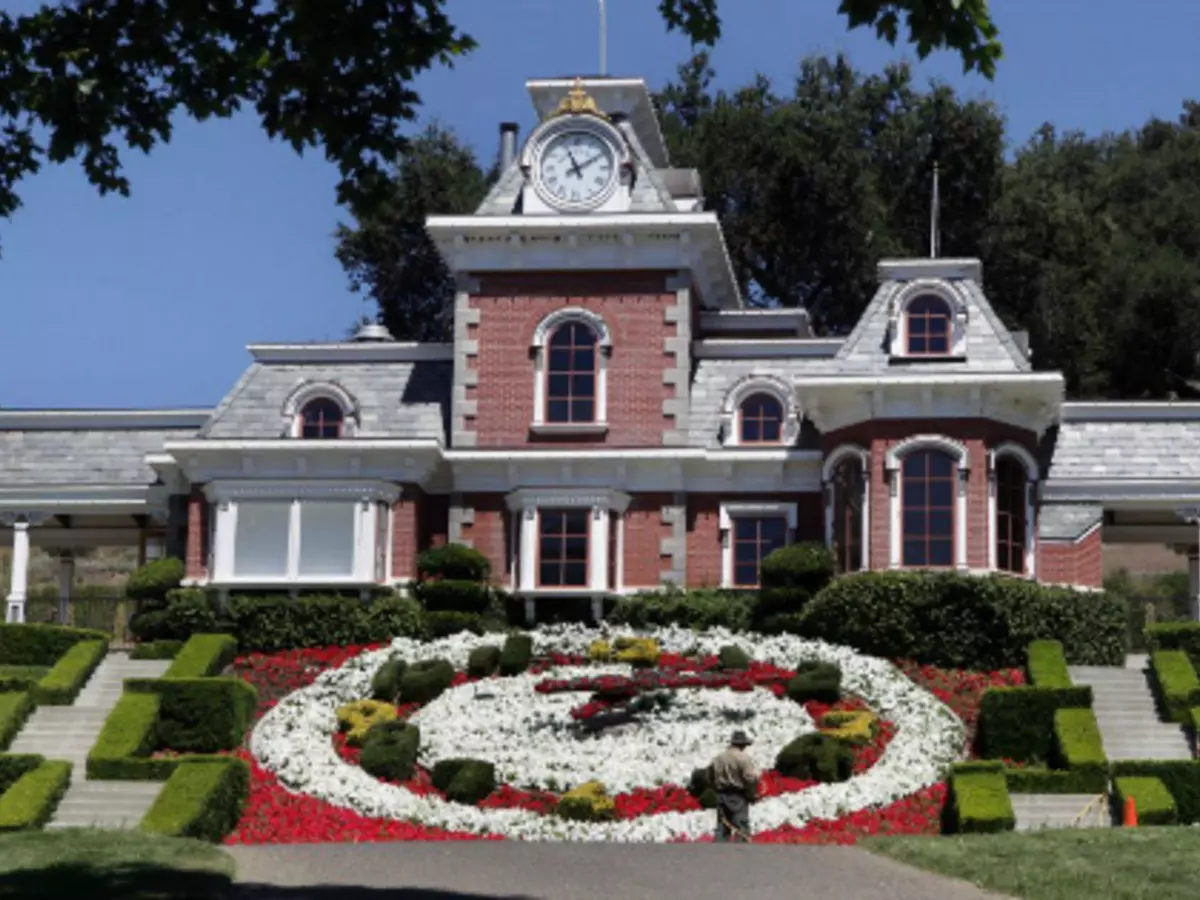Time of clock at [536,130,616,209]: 11:09
